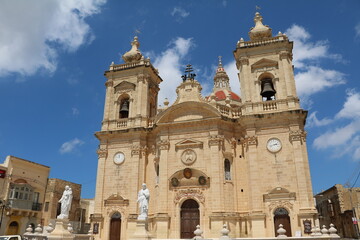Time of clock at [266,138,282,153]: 2:42
